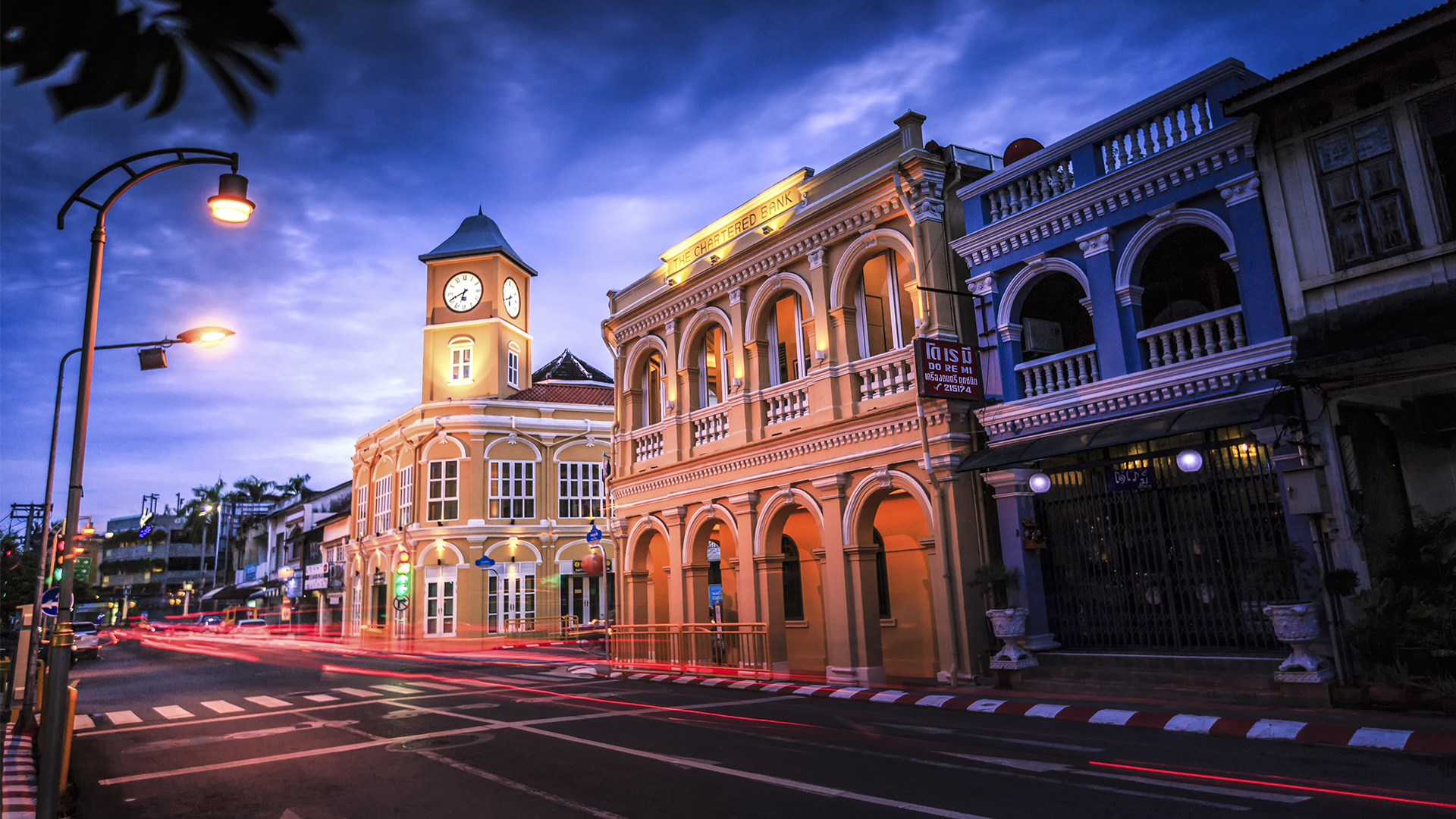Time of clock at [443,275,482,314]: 6:40
